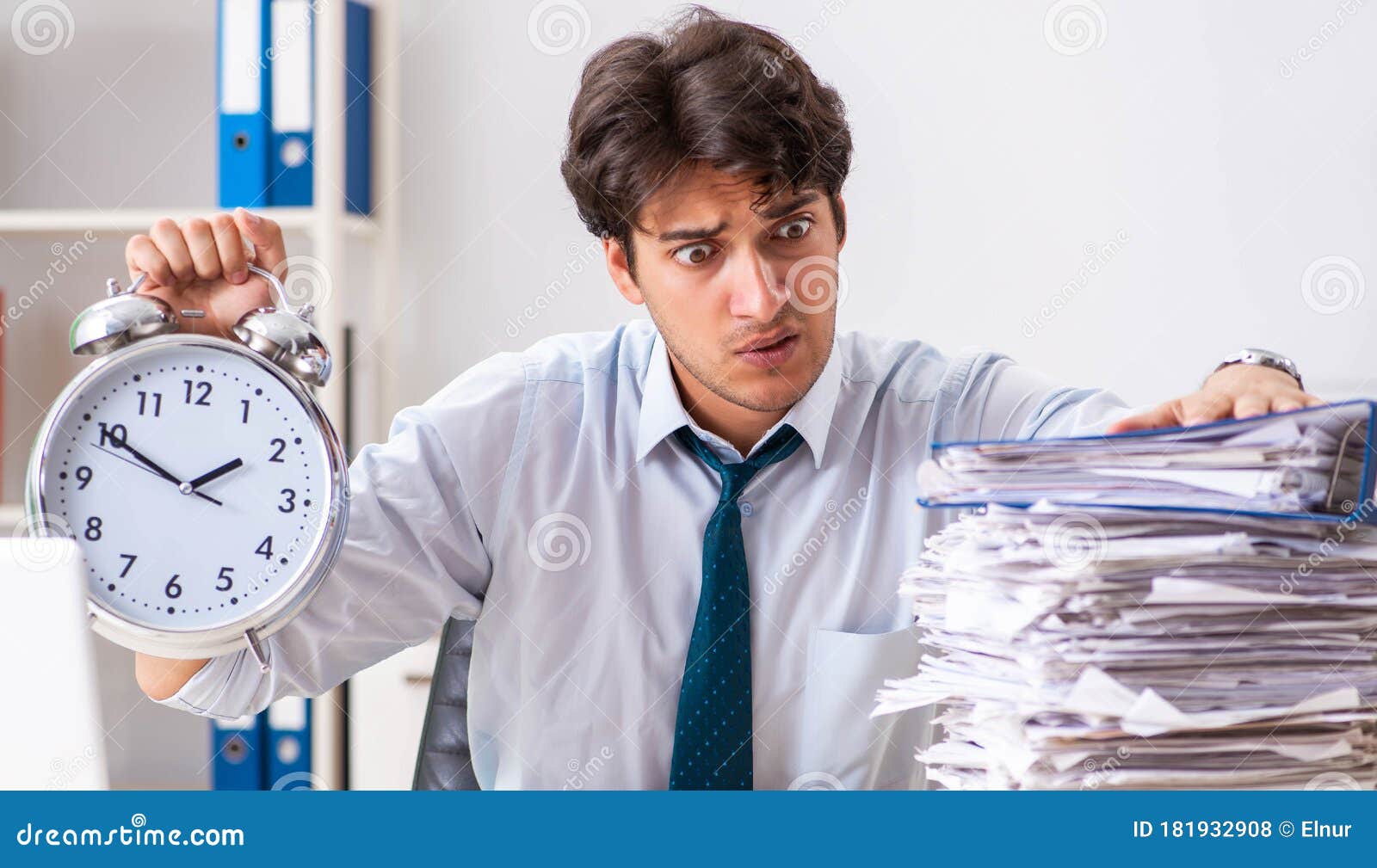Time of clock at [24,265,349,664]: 1:50
